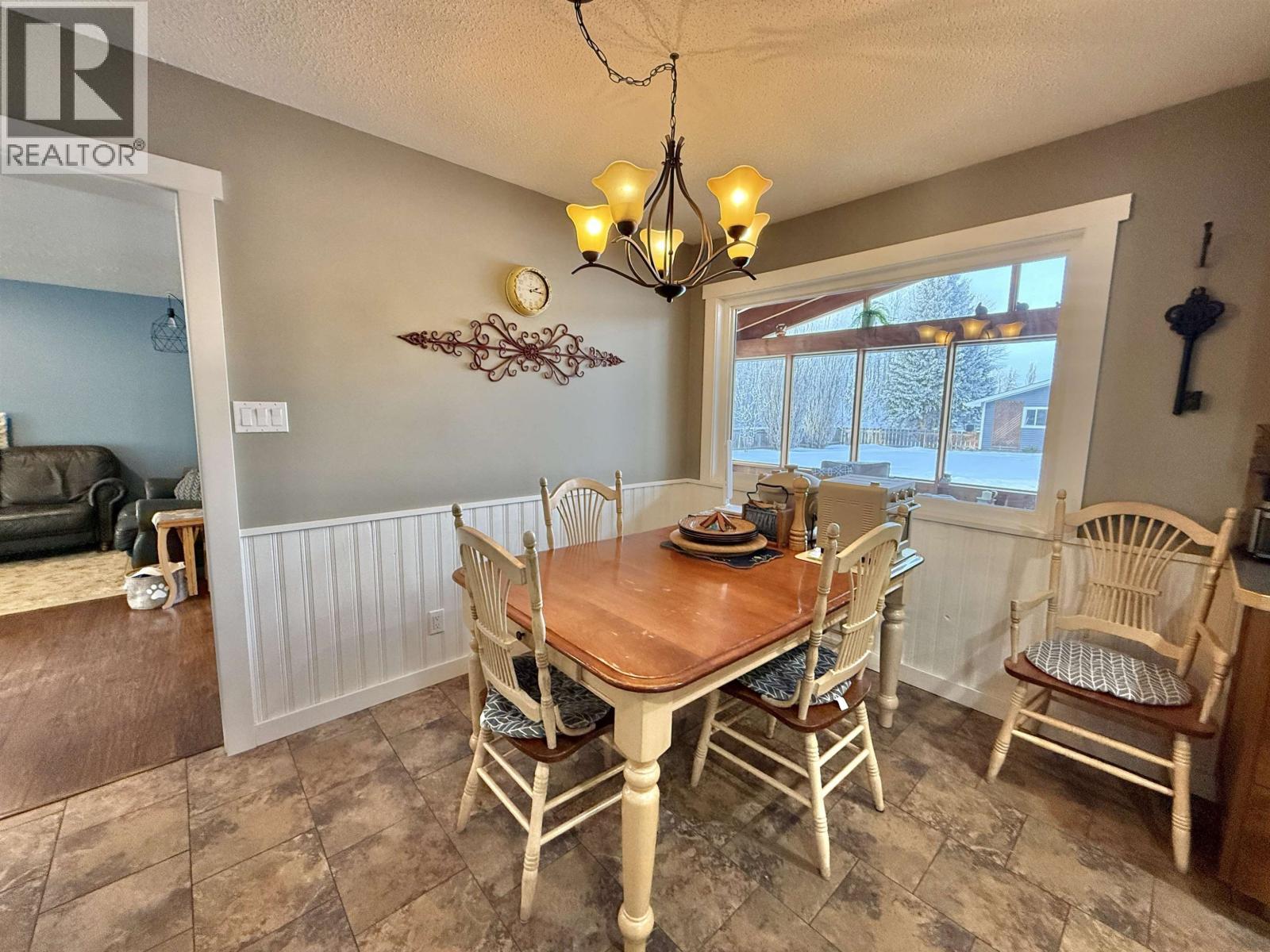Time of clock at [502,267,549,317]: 2:16
